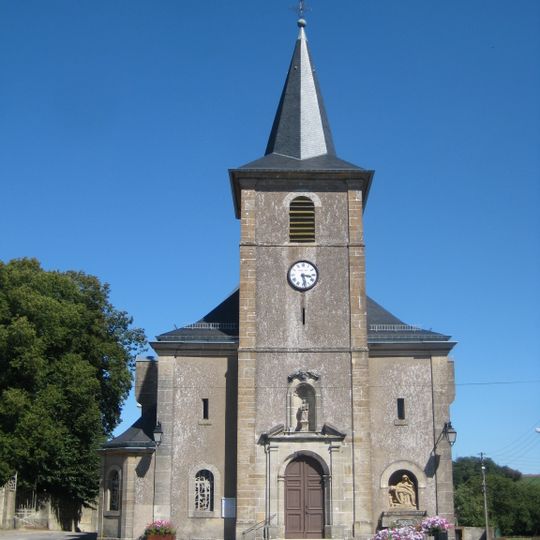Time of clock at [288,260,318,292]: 3:28
